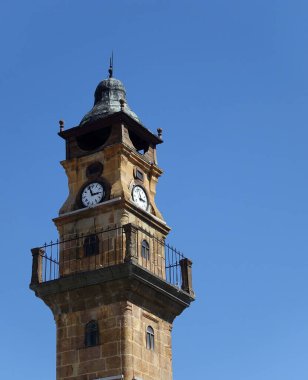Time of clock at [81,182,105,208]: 2:56
